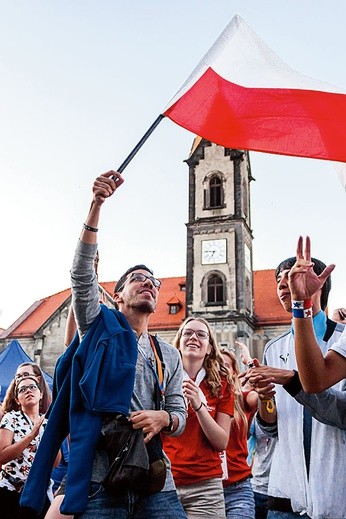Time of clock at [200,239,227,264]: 6:46
